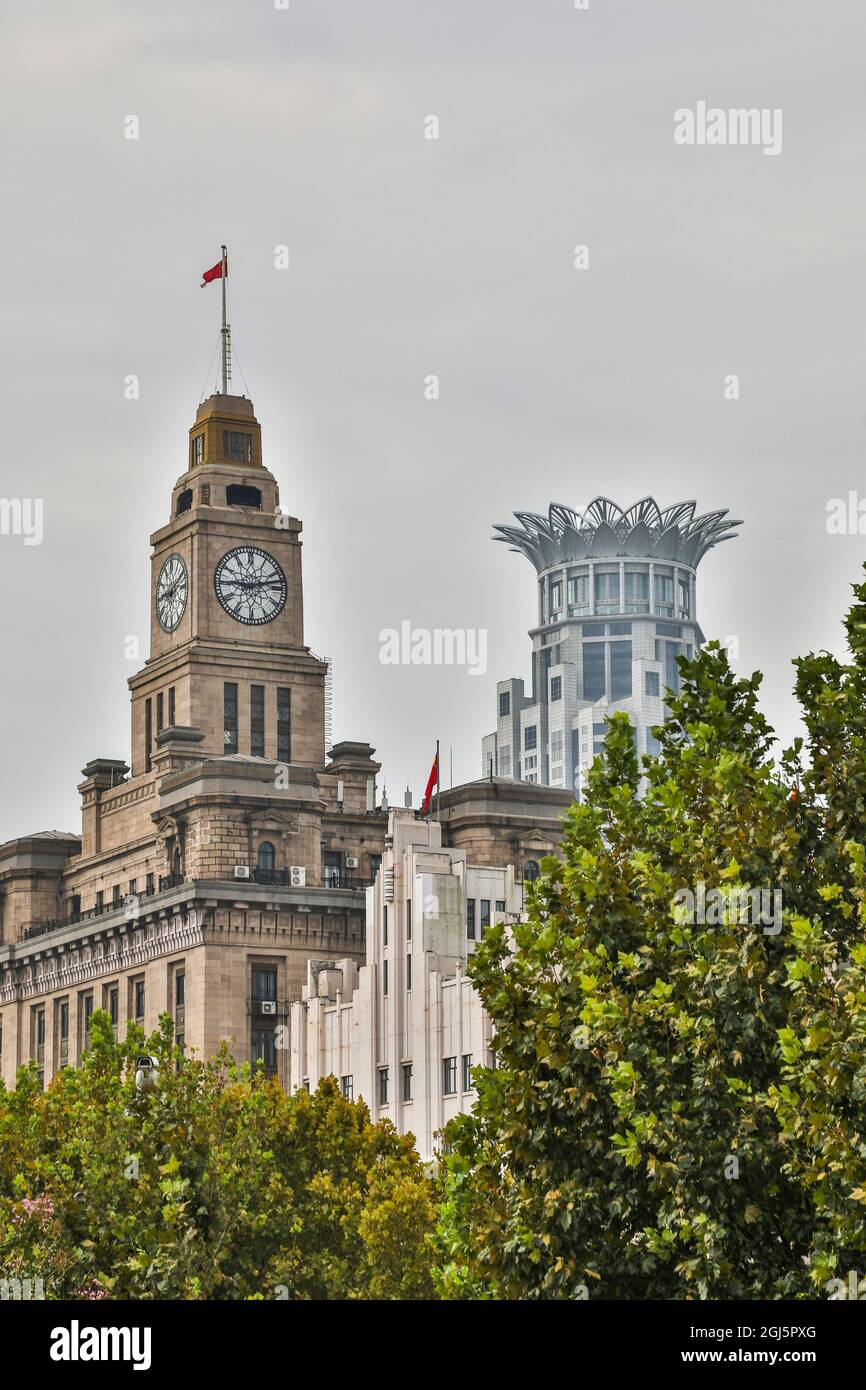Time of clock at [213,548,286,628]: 9:12
